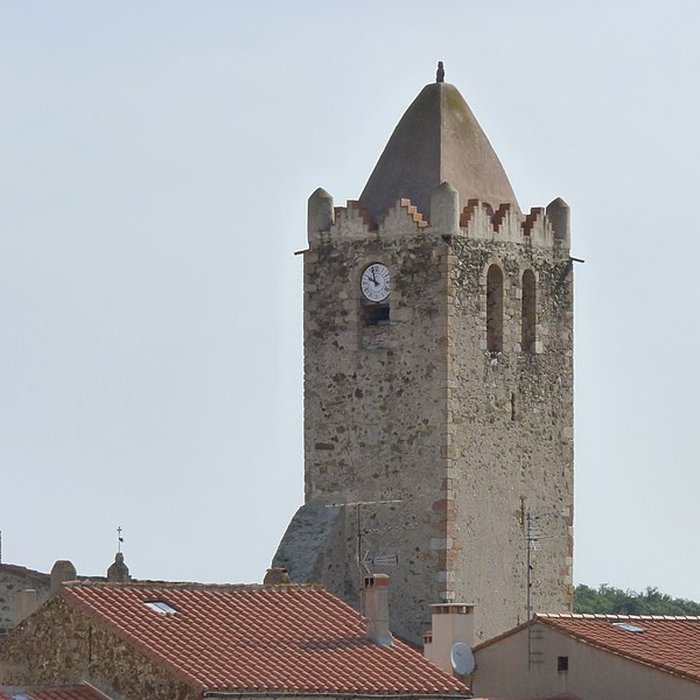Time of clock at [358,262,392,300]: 9:57
